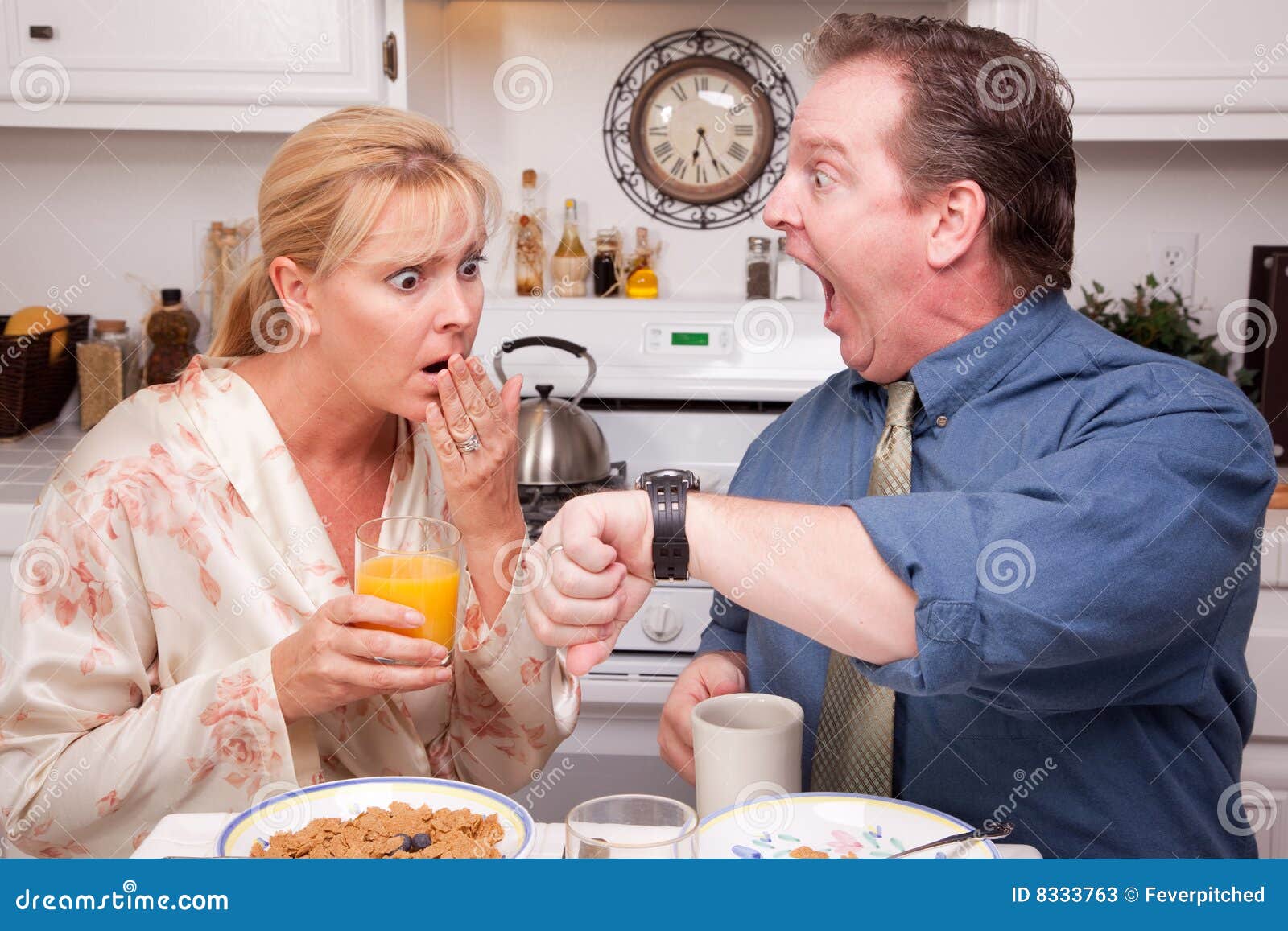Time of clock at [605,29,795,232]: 6:25
